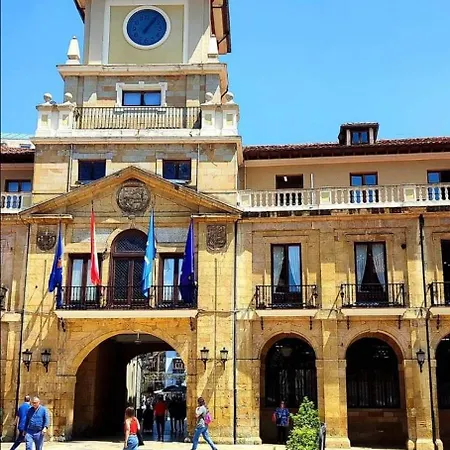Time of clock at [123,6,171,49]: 7:06
